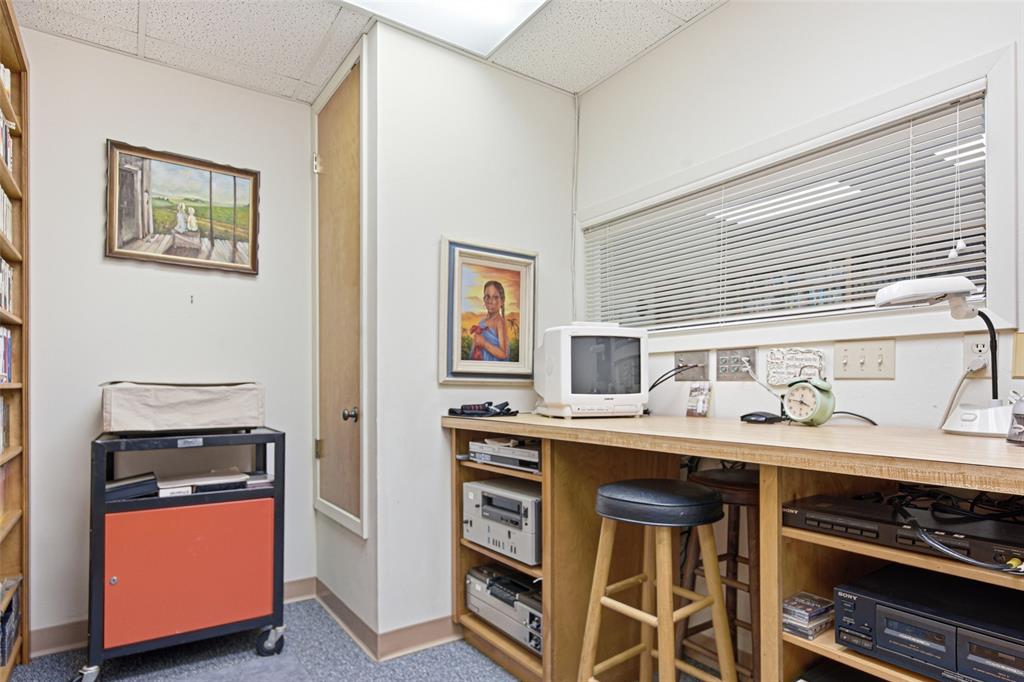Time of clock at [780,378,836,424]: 3:46
